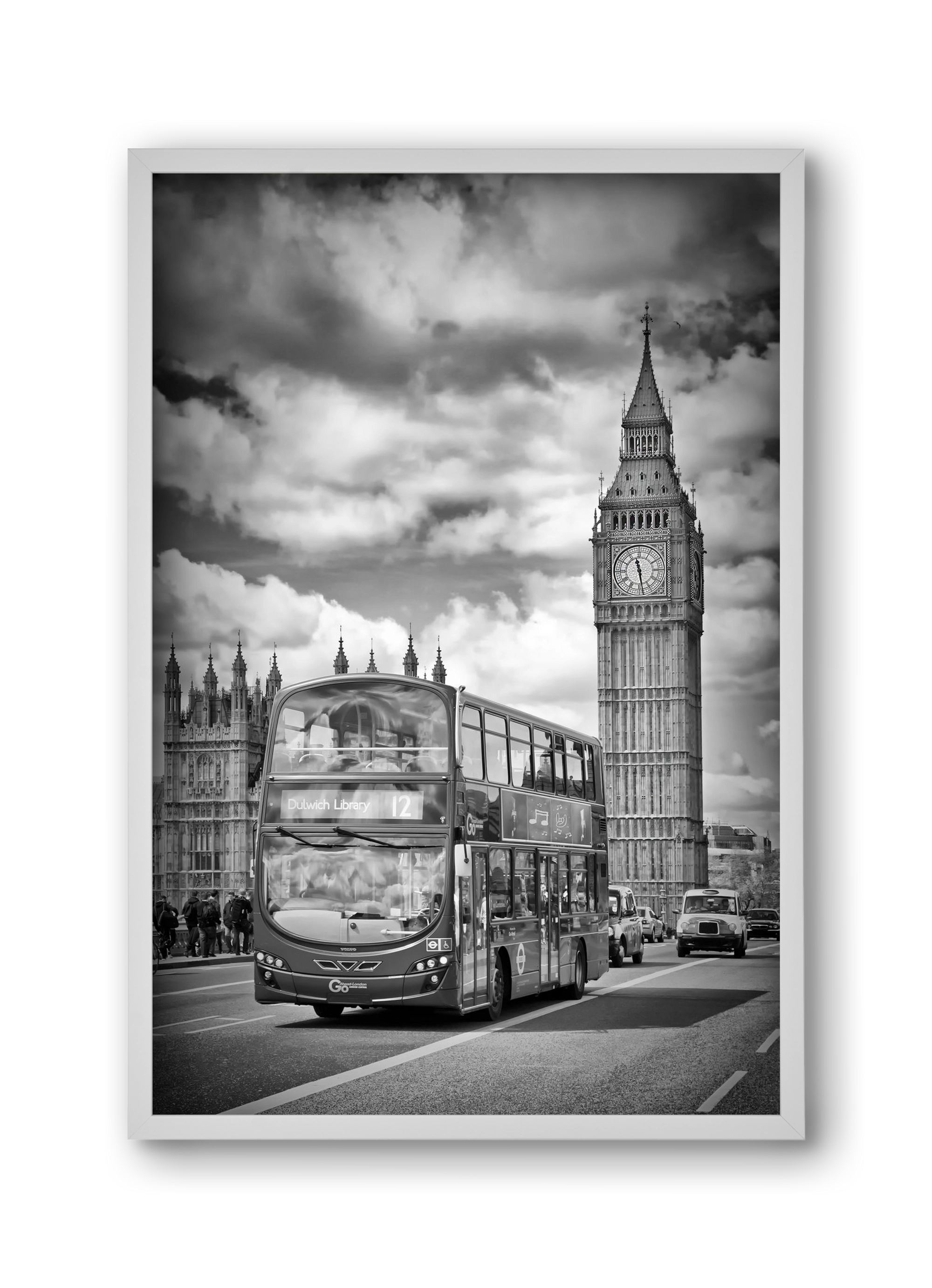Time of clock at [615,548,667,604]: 11:28
